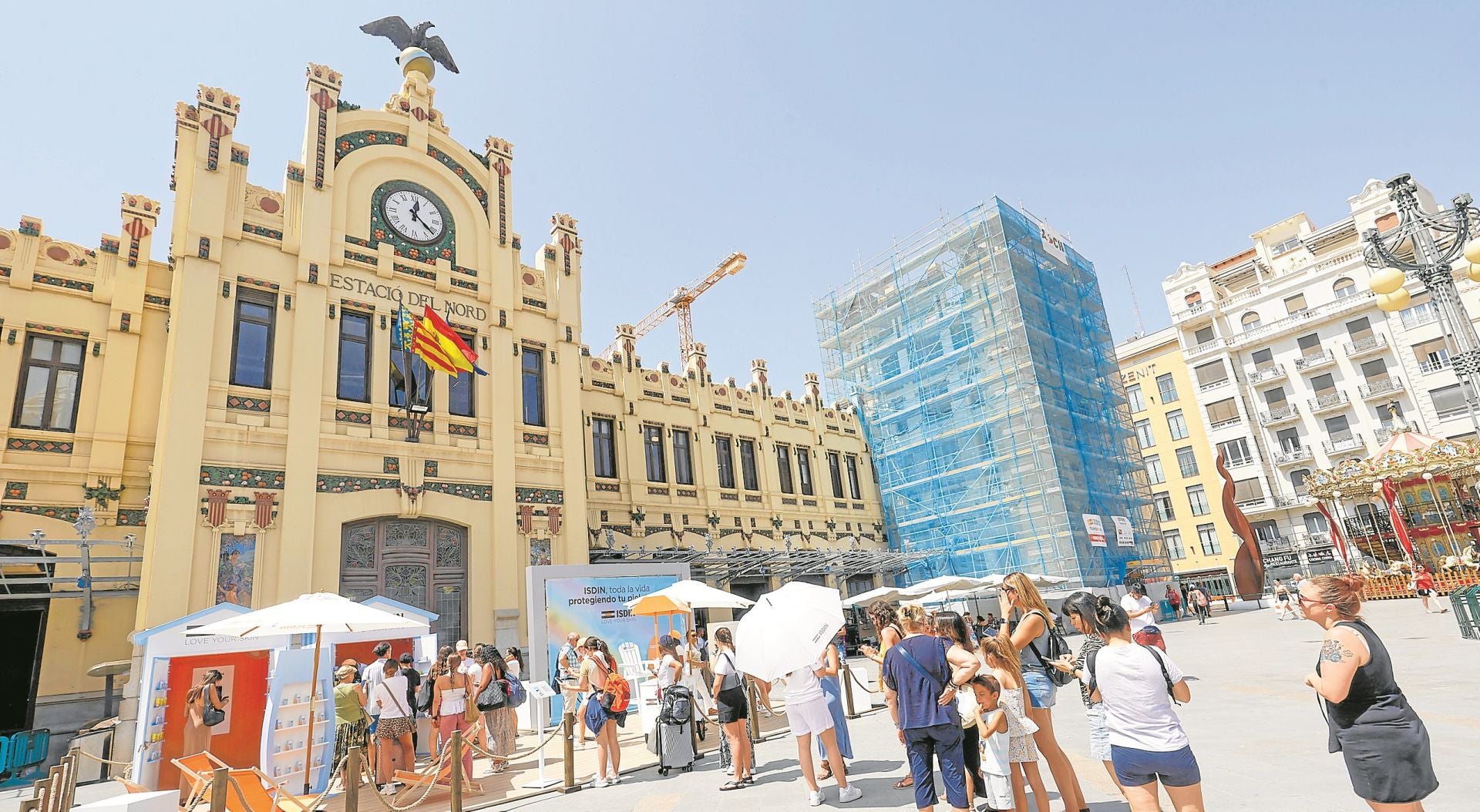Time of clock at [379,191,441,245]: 12:21
